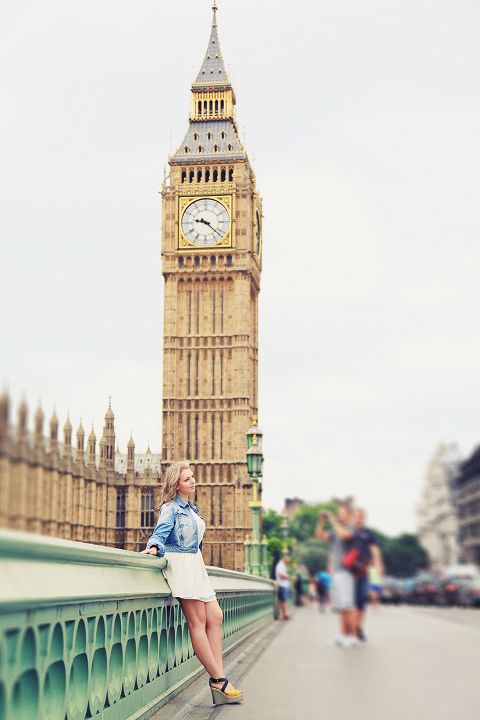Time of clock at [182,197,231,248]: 9:21
